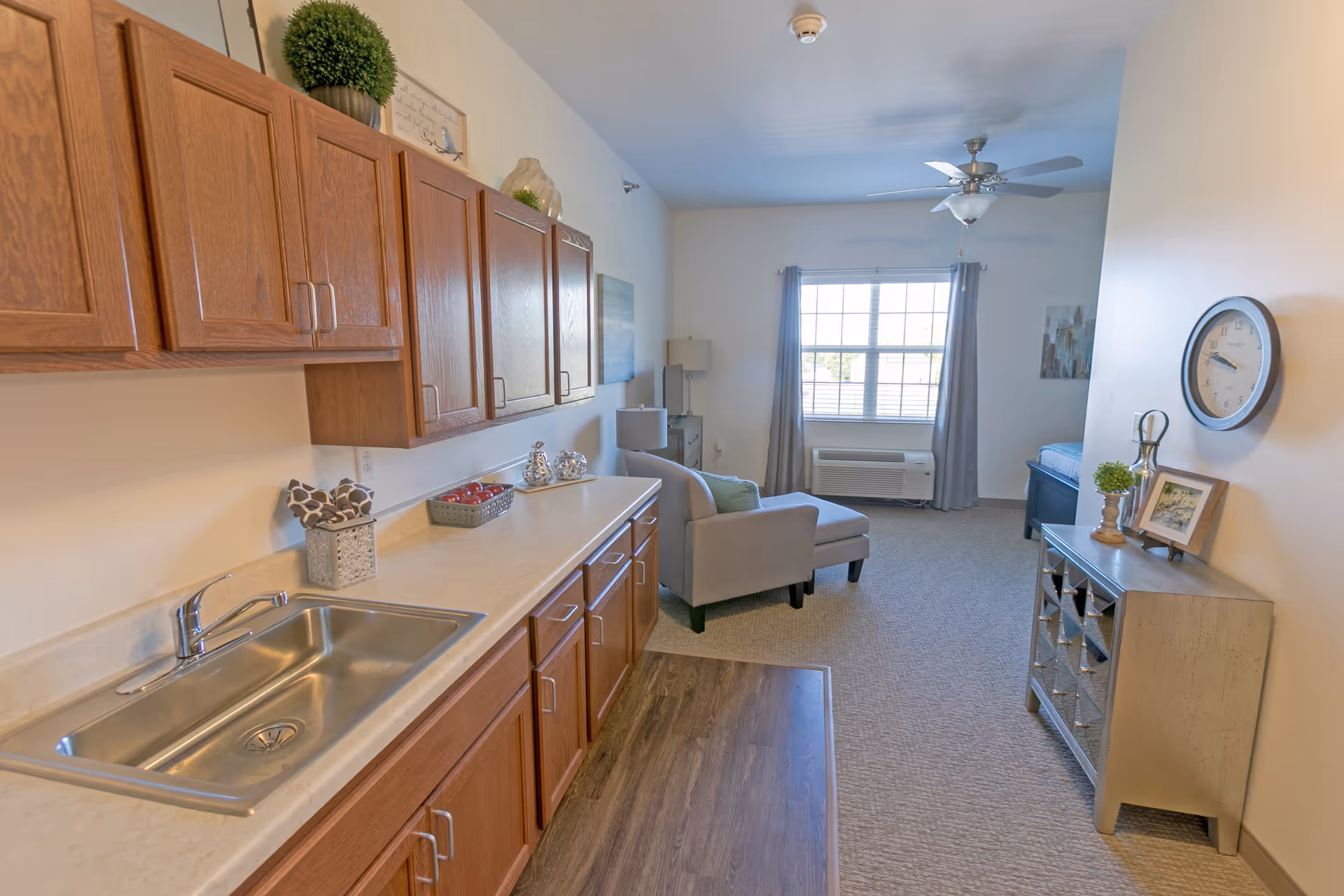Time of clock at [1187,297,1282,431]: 9:47
